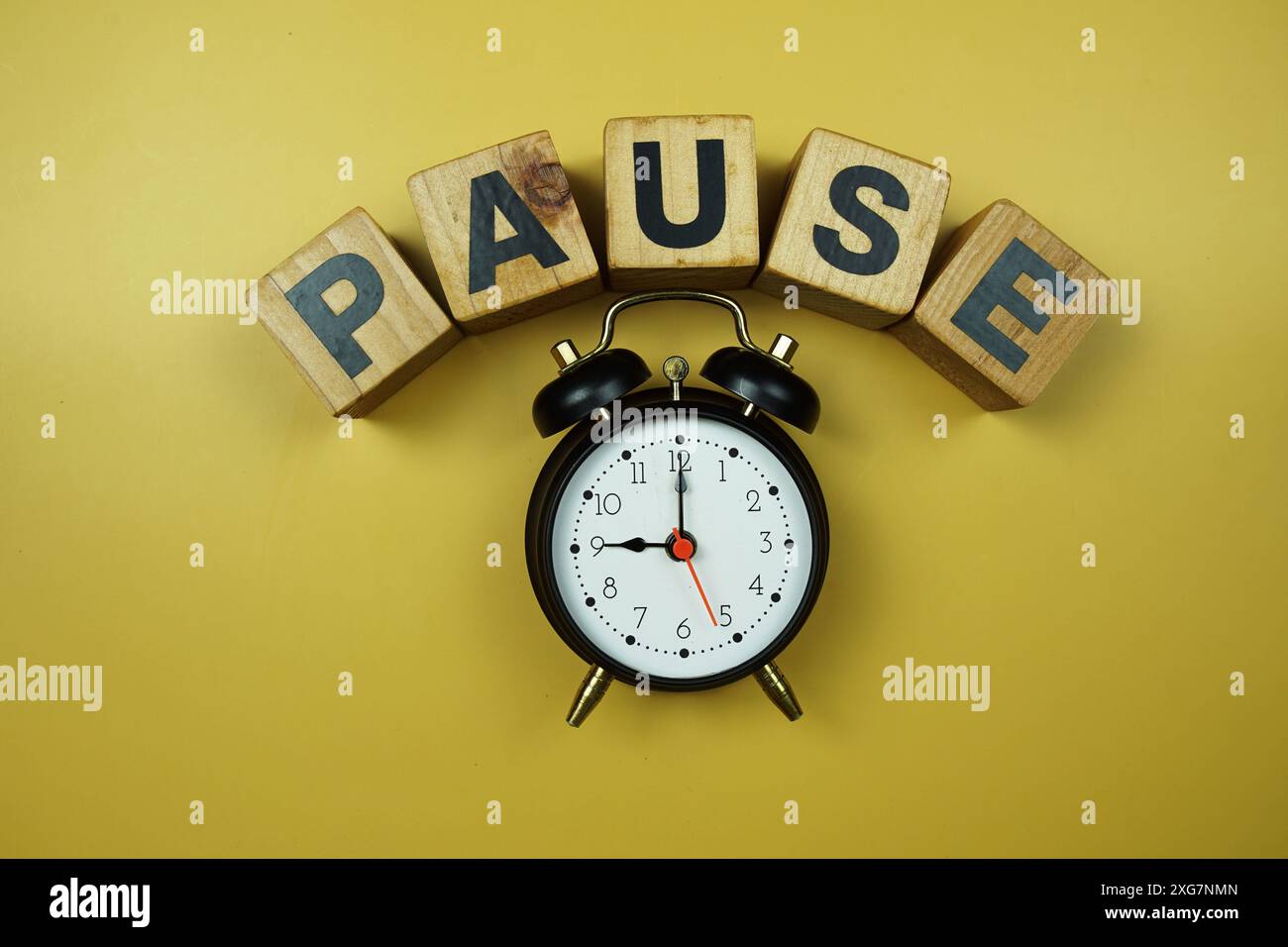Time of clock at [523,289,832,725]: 9:00
